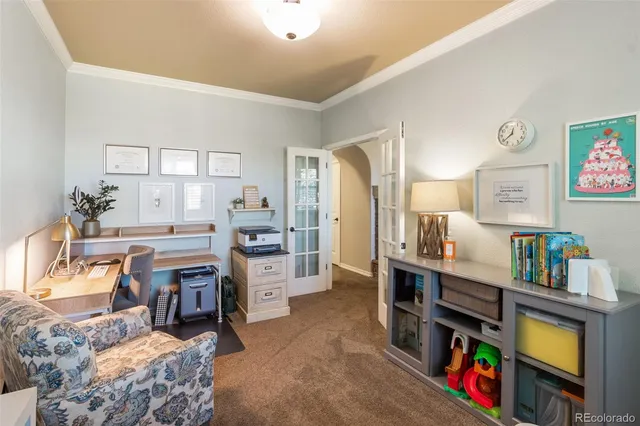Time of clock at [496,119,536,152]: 12:38
